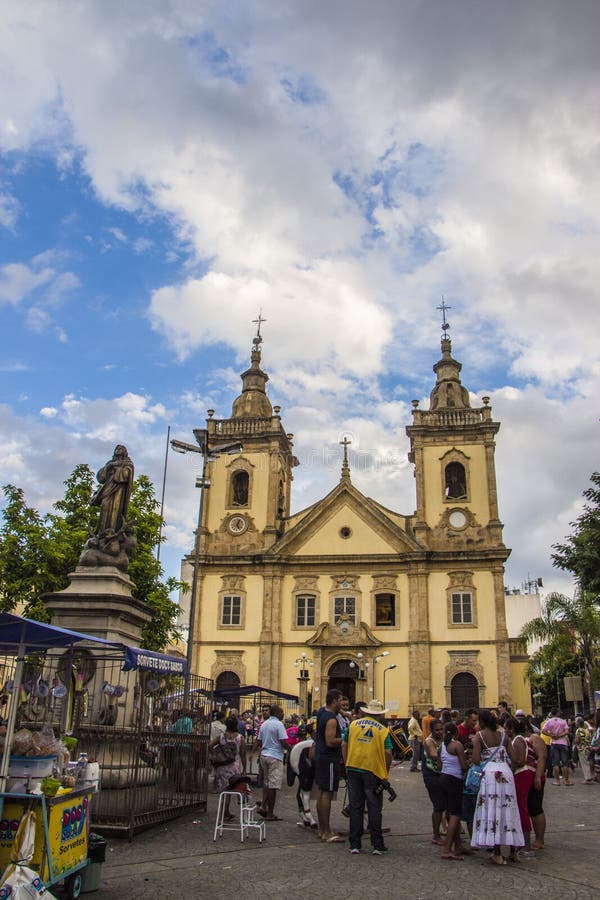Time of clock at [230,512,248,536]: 5:03
